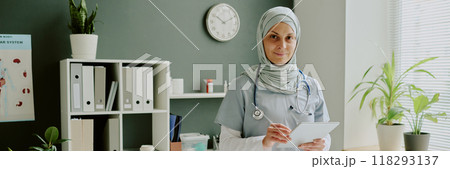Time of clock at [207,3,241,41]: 10:10
